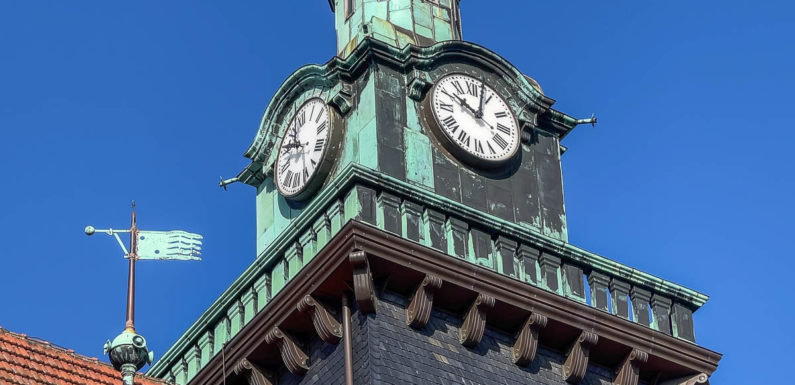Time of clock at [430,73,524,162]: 10:02
